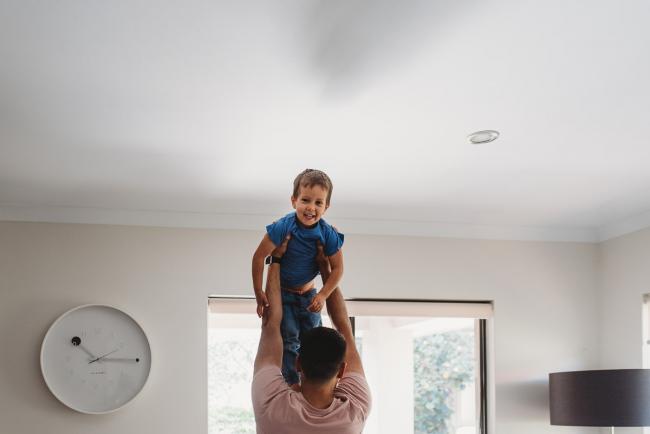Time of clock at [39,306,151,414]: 10:14
